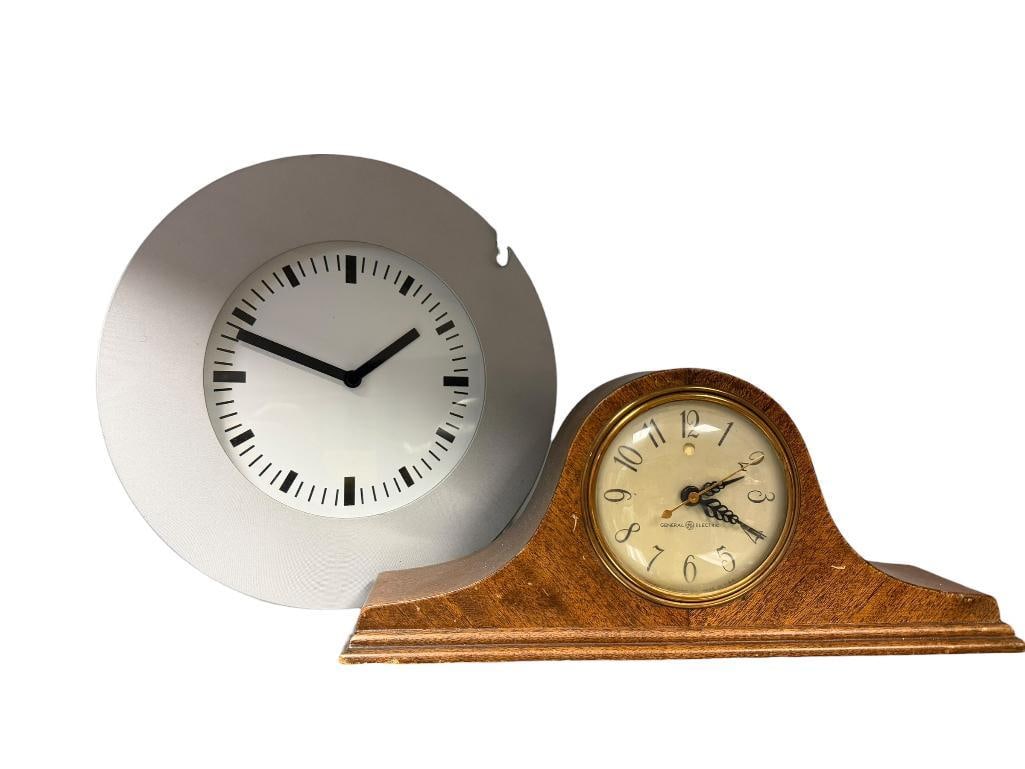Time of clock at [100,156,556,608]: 1:48
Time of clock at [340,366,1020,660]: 1:48
